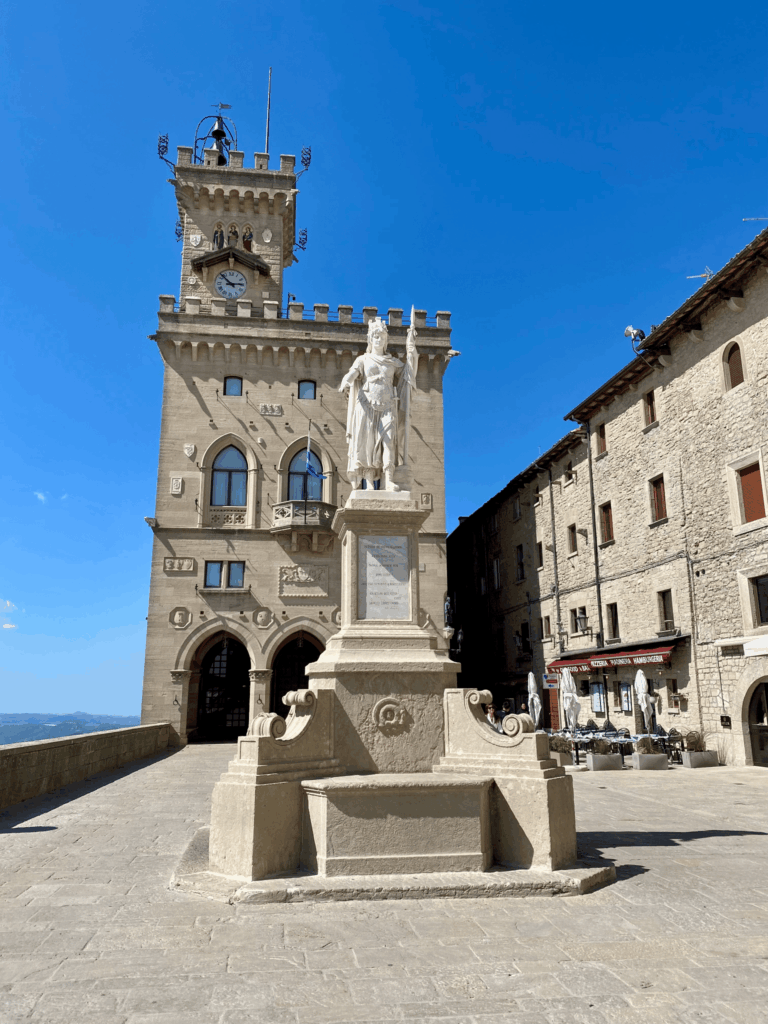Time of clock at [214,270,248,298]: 2:52
